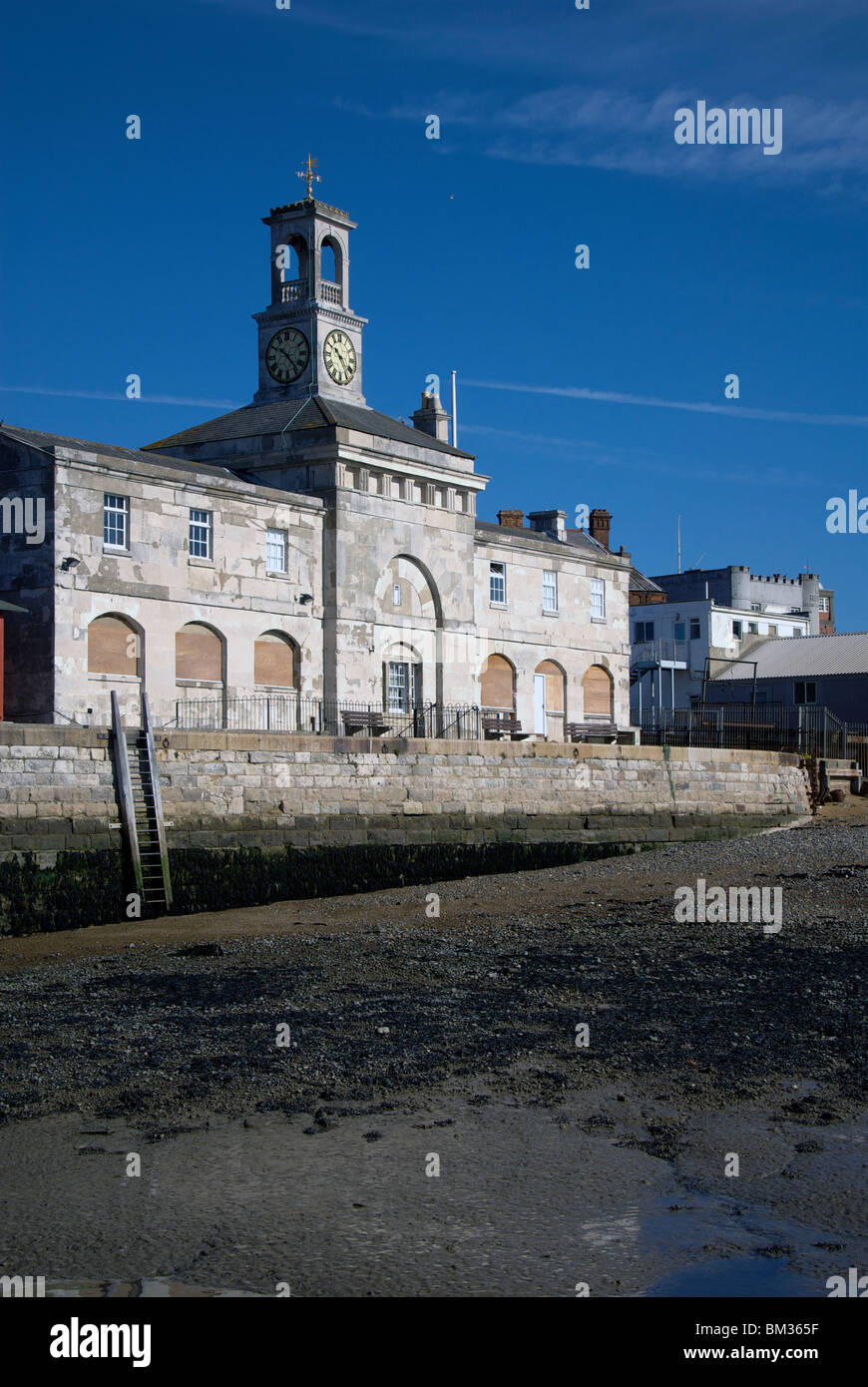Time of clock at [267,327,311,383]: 10:23
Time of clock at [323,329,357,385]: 10:24
